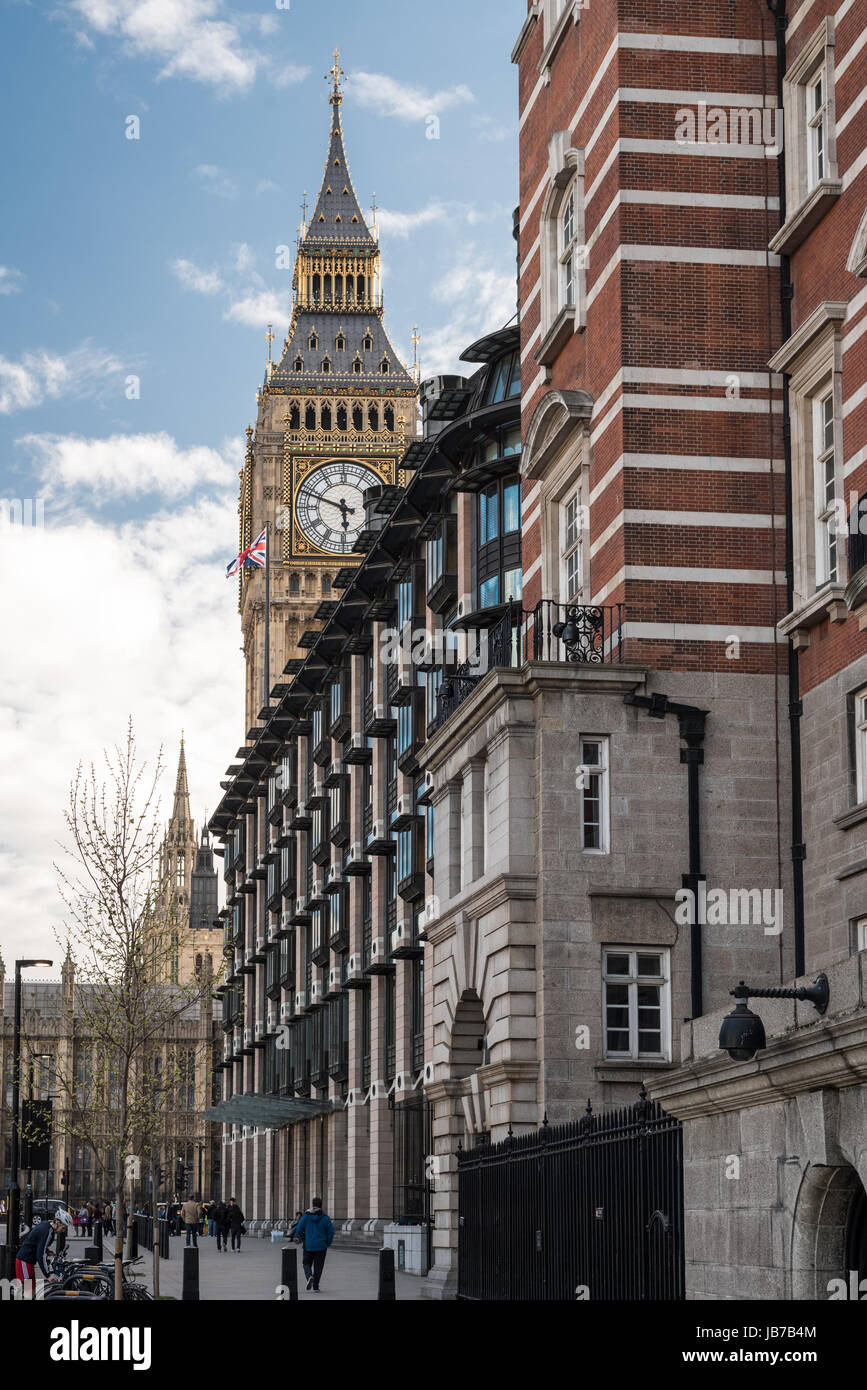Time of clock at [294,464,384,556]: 5:48
